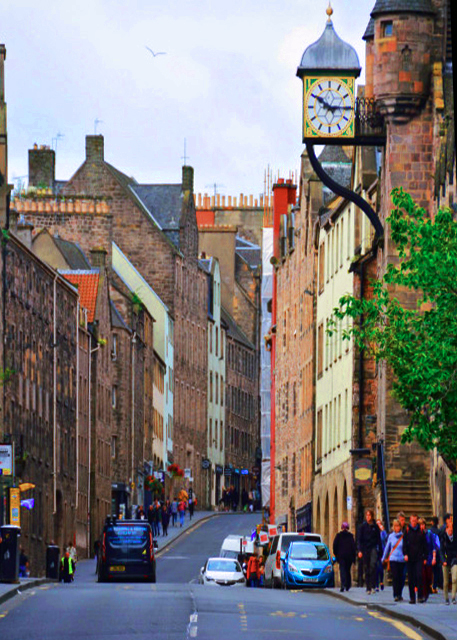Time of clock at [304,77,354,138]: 10:14
